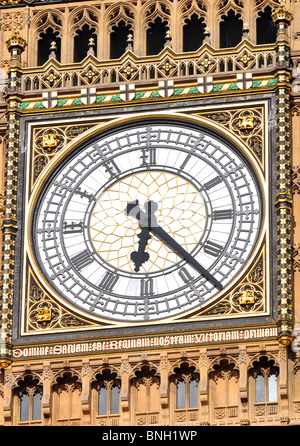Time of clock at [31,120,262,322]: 6:22
